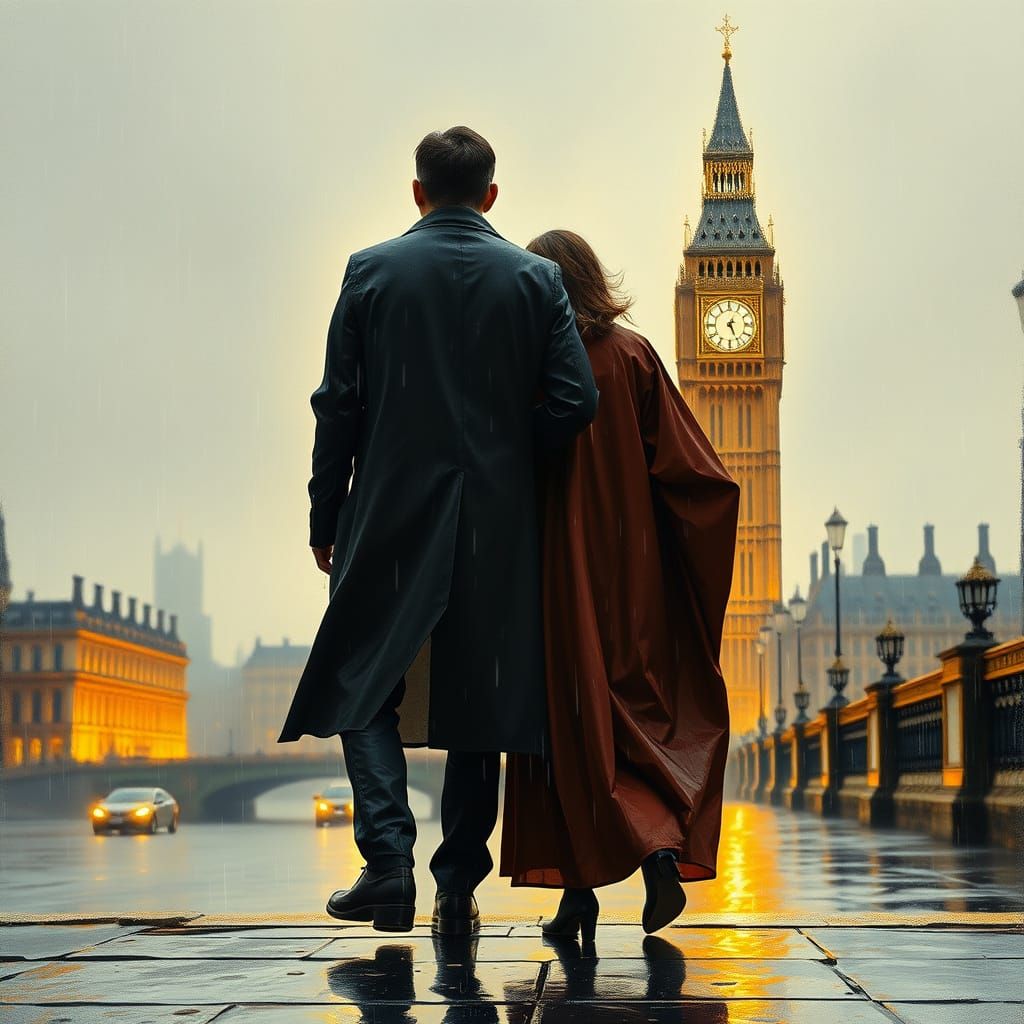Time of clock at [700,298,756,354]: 12:26
